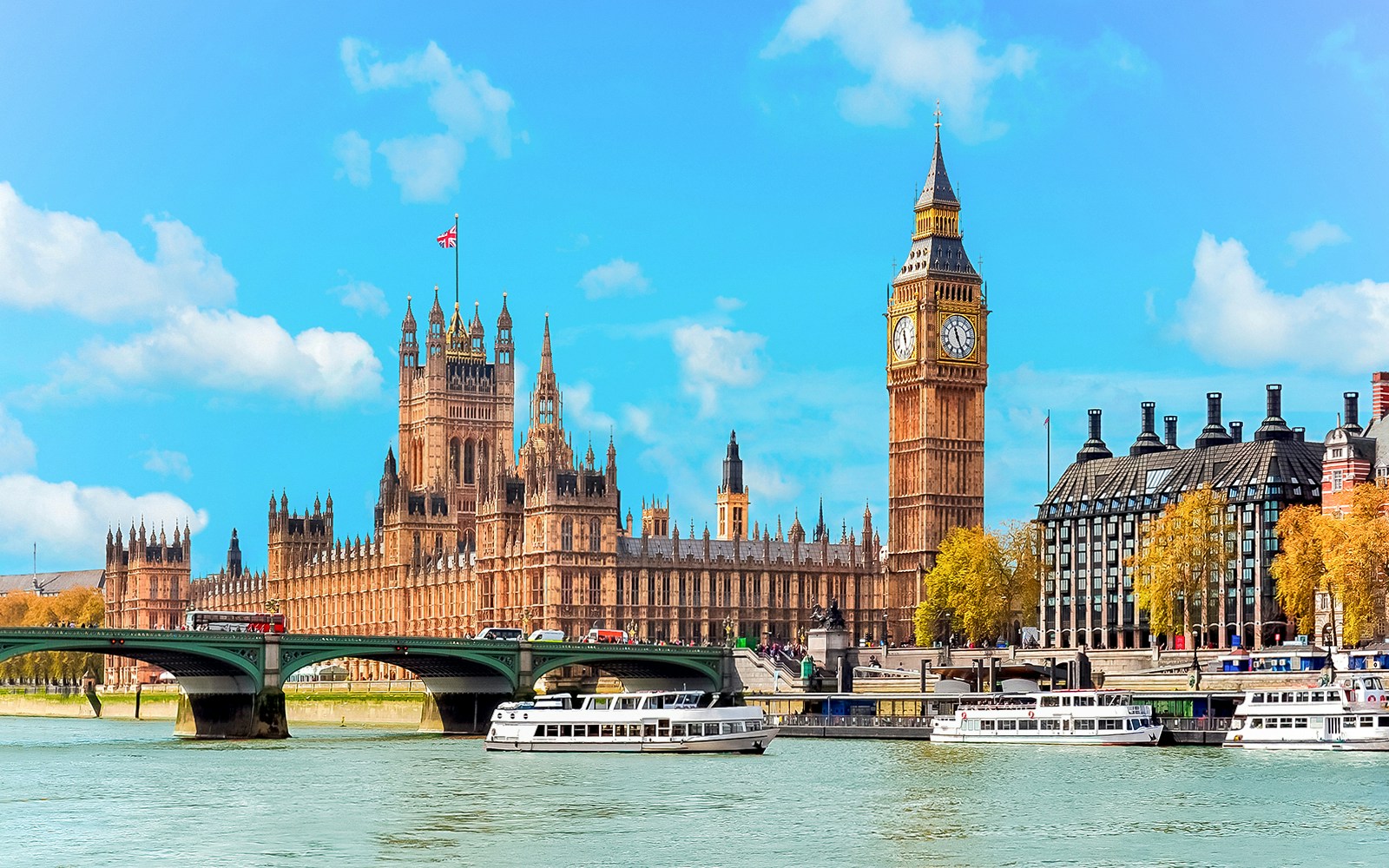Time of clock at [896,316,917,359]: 11:28
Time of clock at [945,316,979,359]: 11:25
